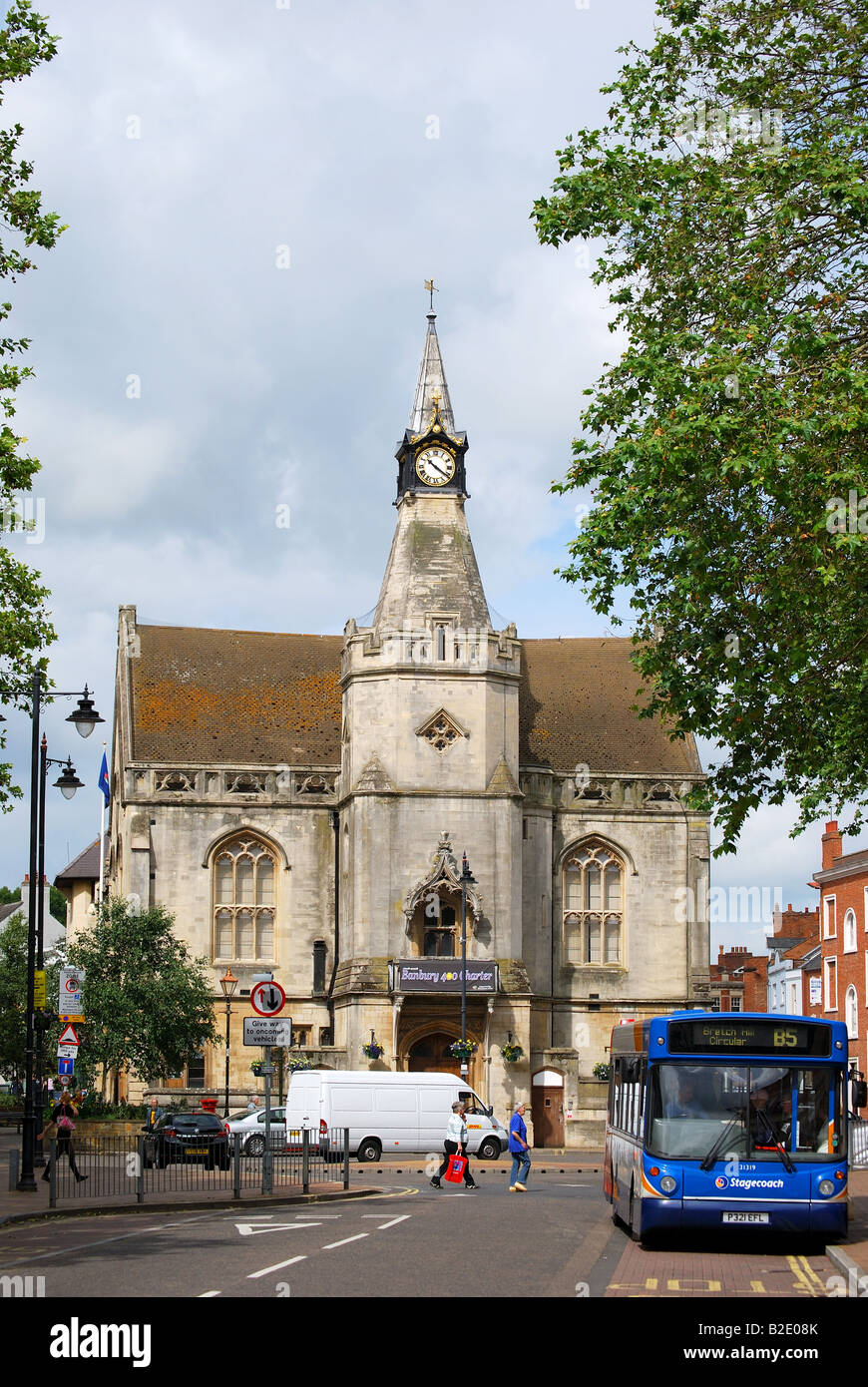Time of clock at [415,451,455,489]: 10:21
